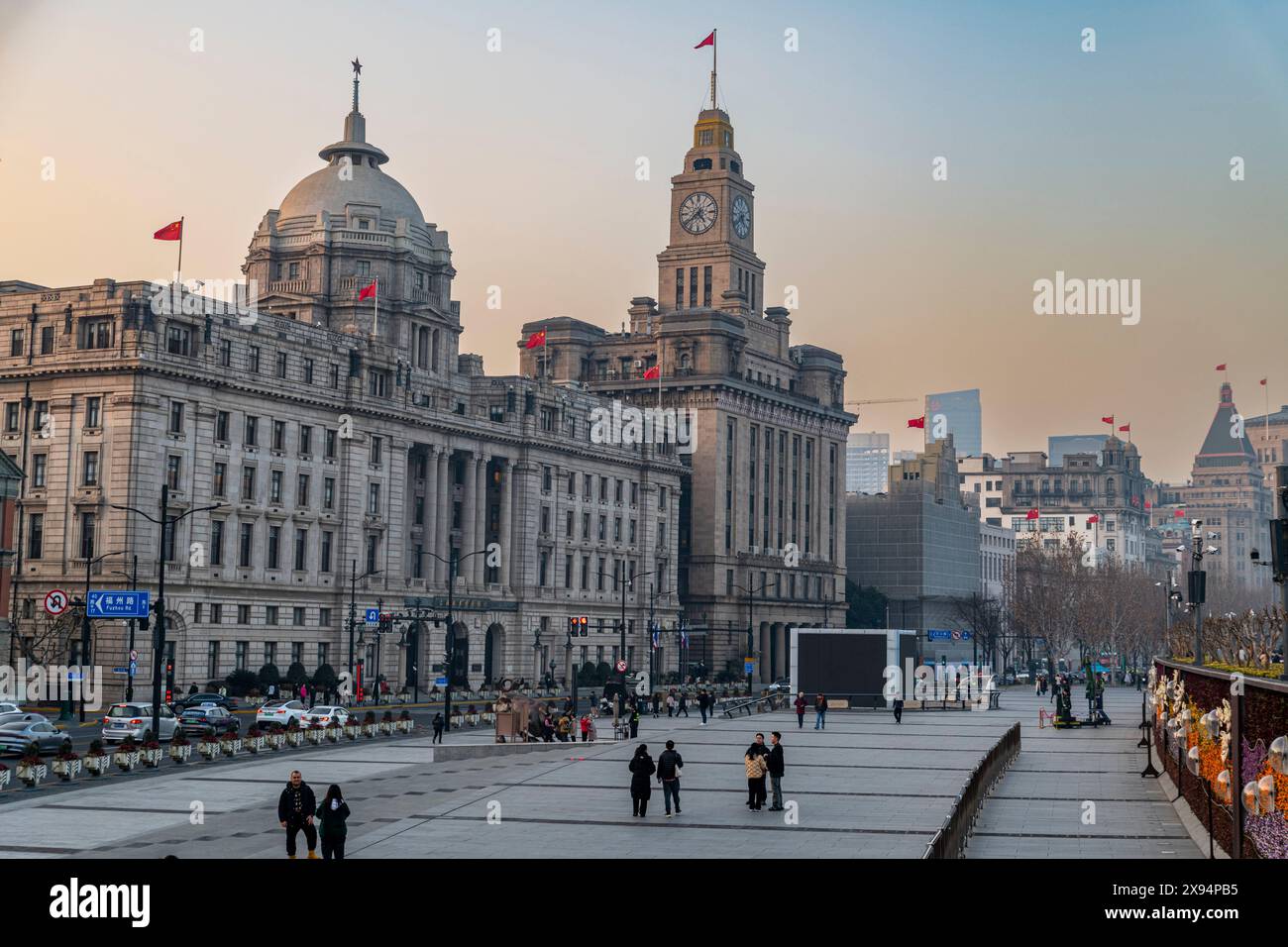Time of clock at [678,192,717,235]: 4:38
